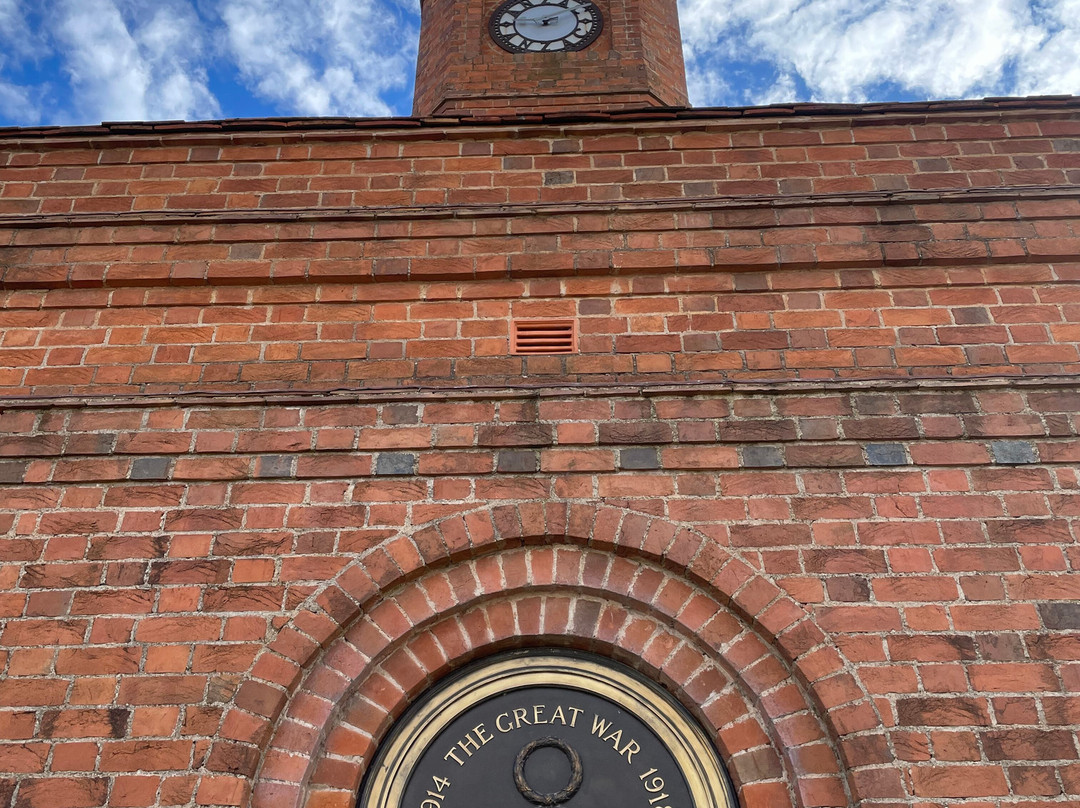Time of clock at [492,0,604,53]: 9:10
